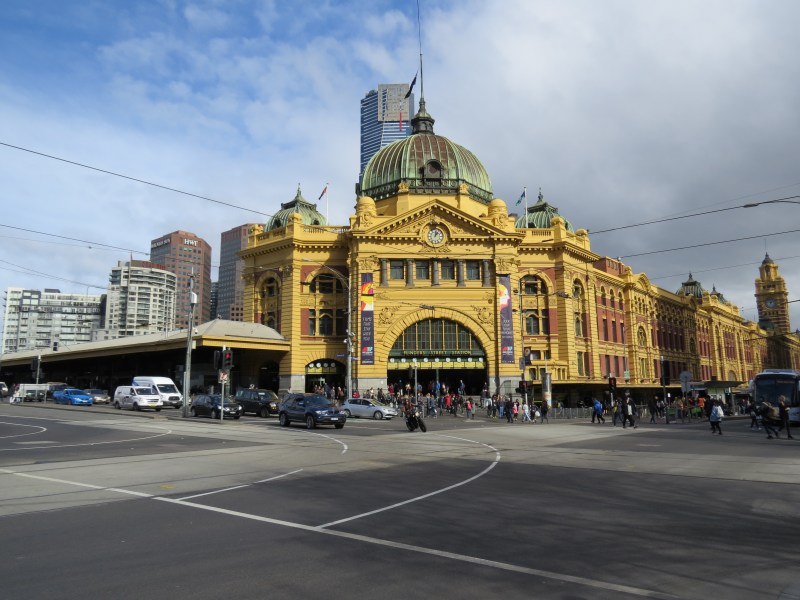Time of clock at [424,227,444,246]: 1:01
